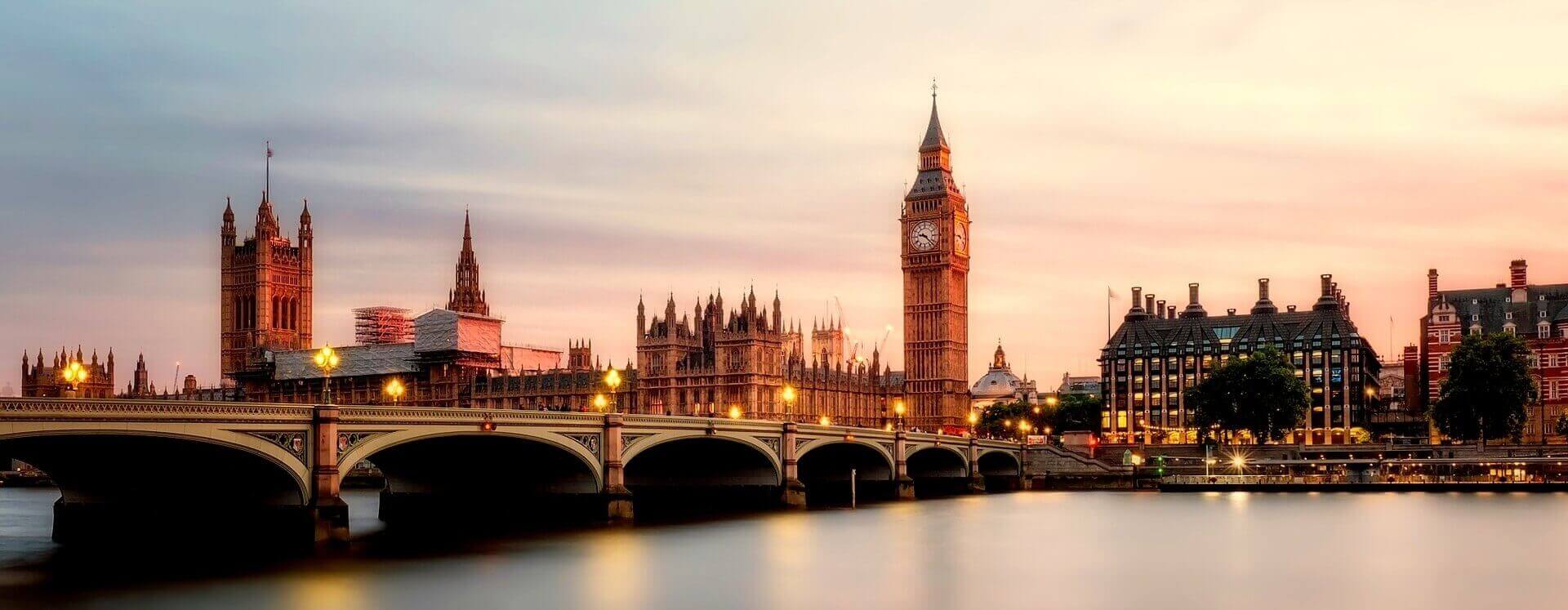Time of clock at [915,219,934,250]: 9:22
